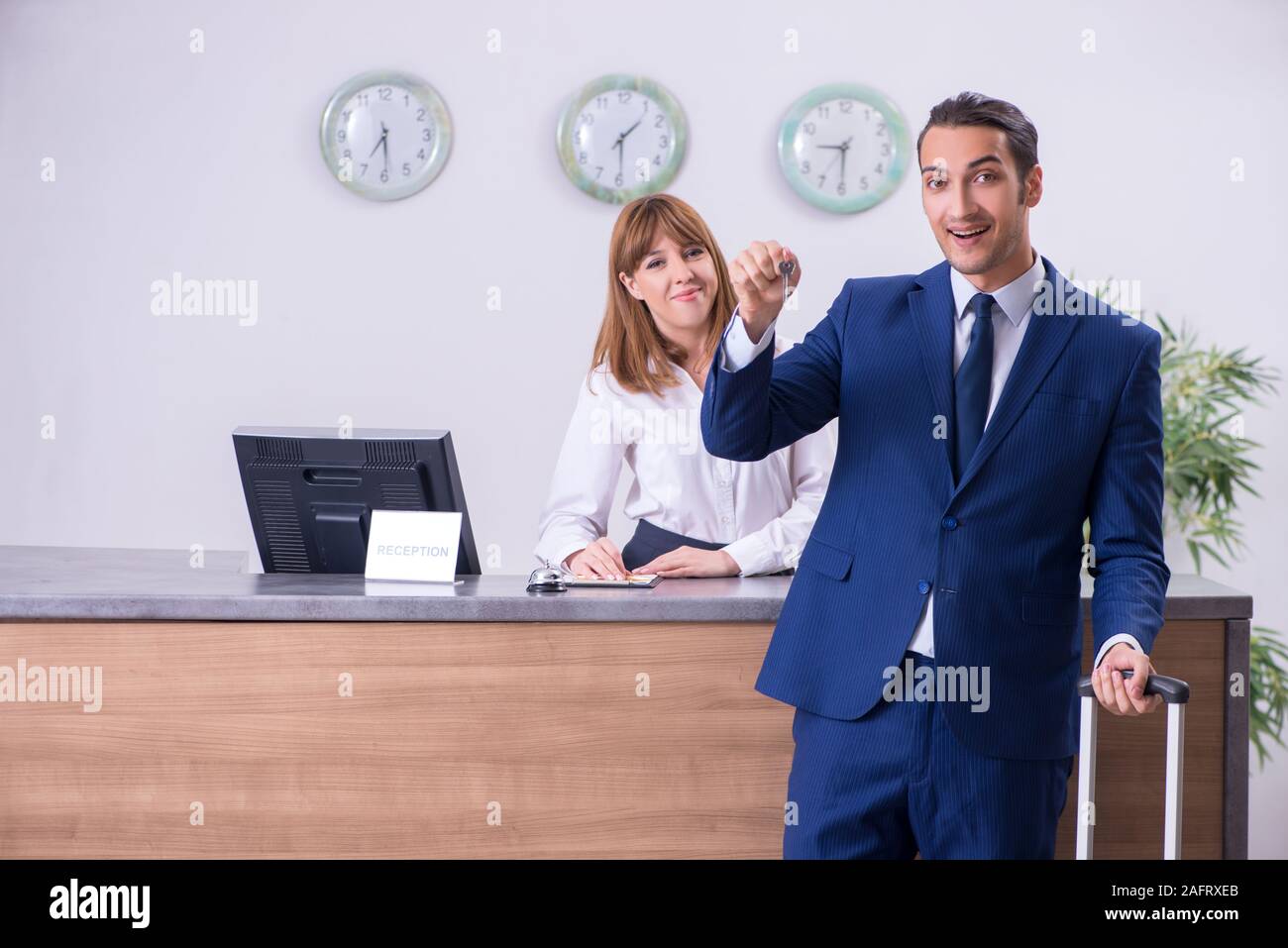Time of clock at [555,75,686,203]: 1:29
